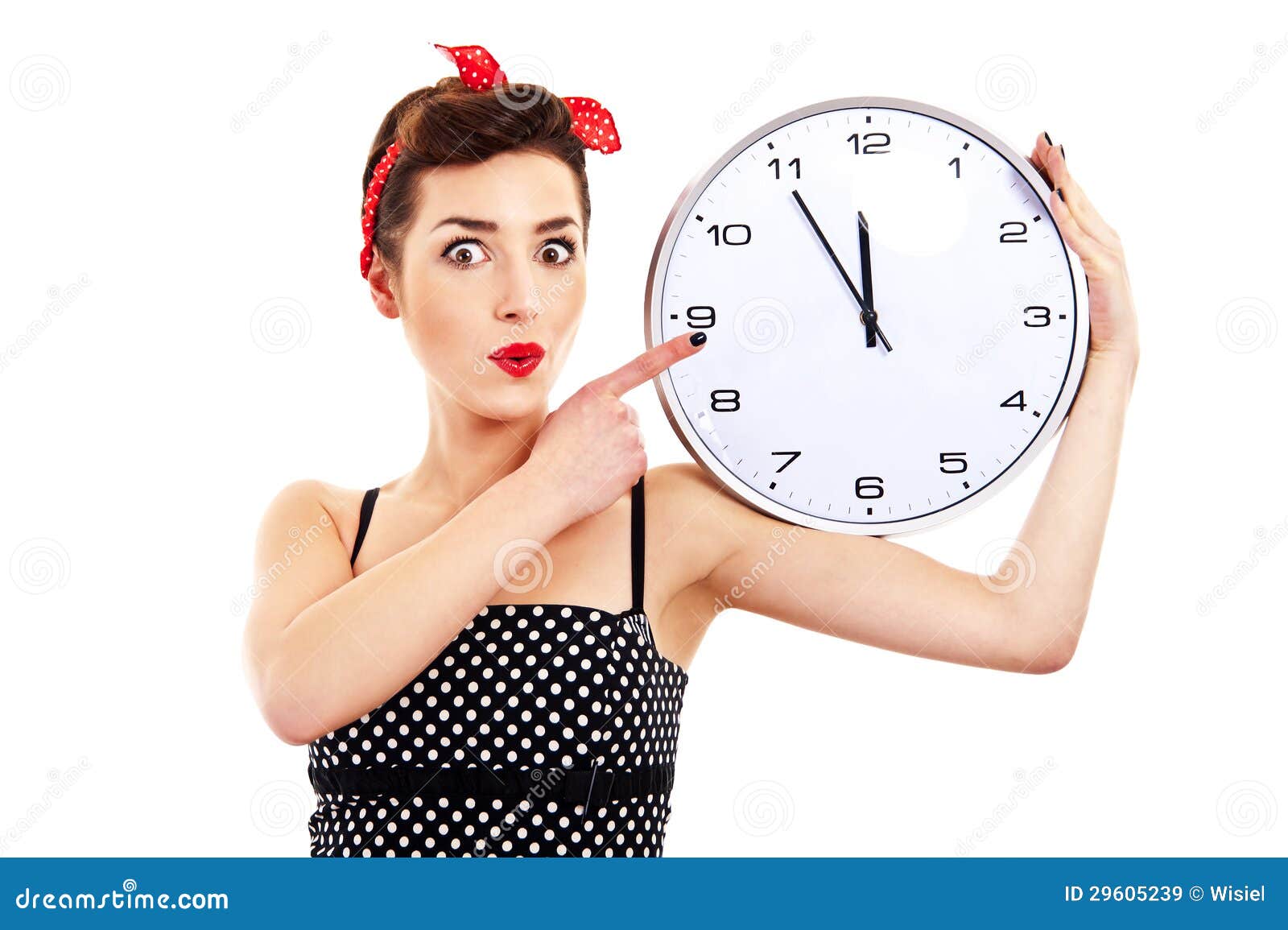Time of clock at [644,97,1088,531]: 11:54
